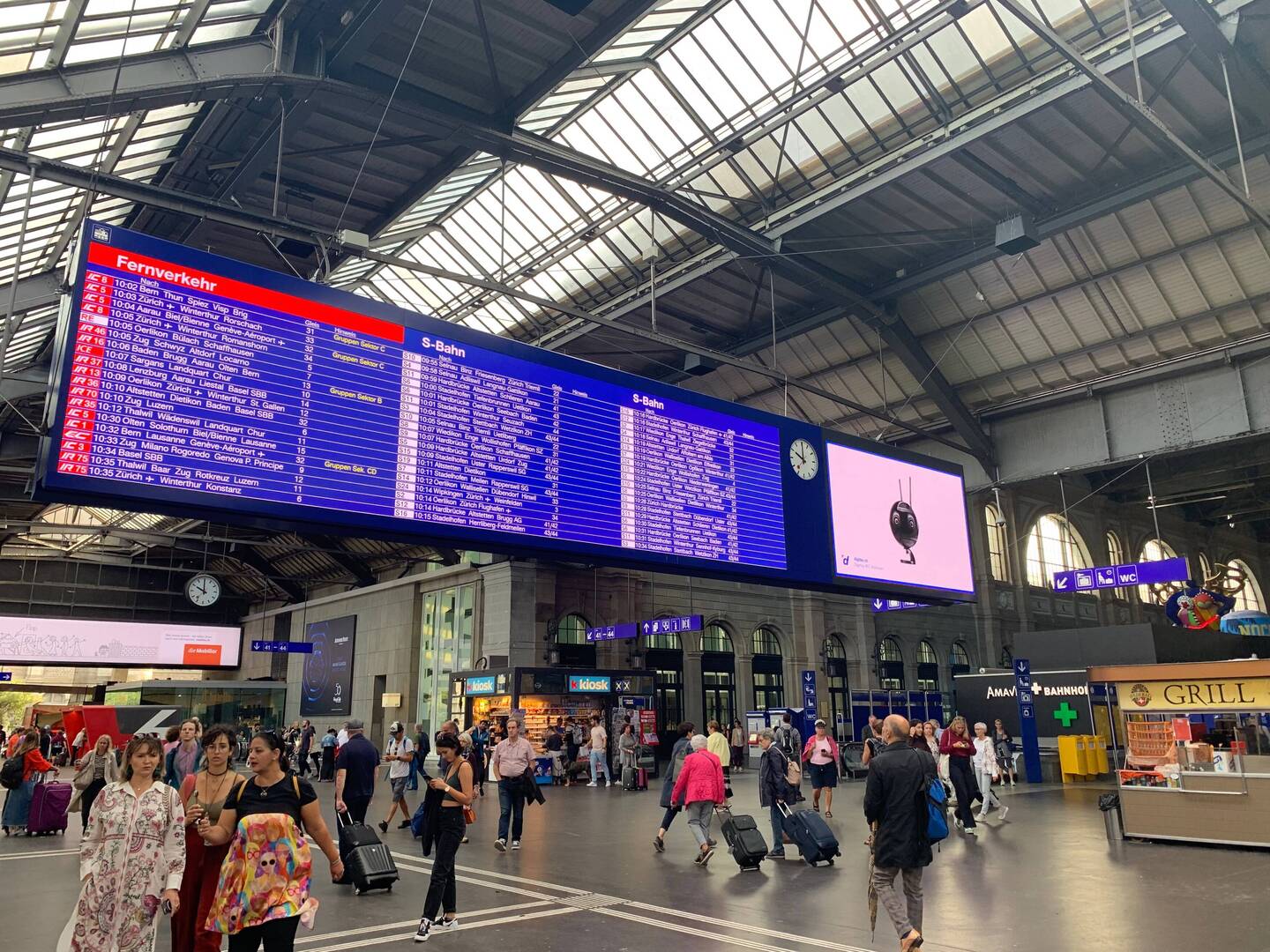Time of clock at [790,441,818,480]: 10:00
